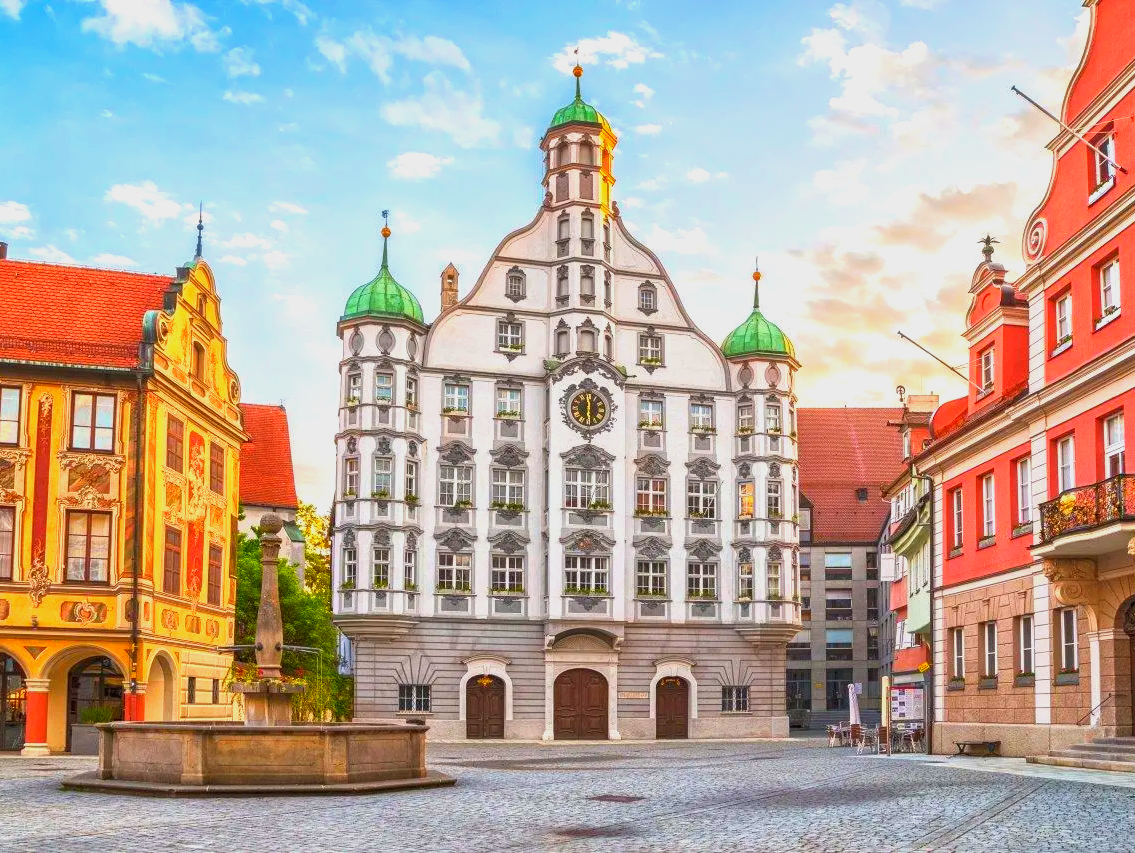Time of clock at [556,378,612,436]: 5:59
